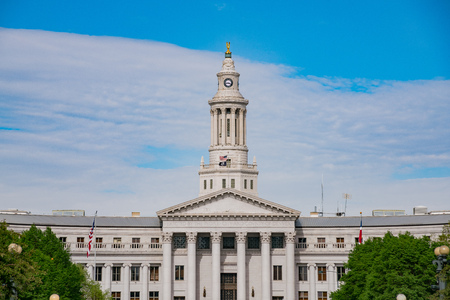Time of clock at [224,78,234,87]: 3:43
